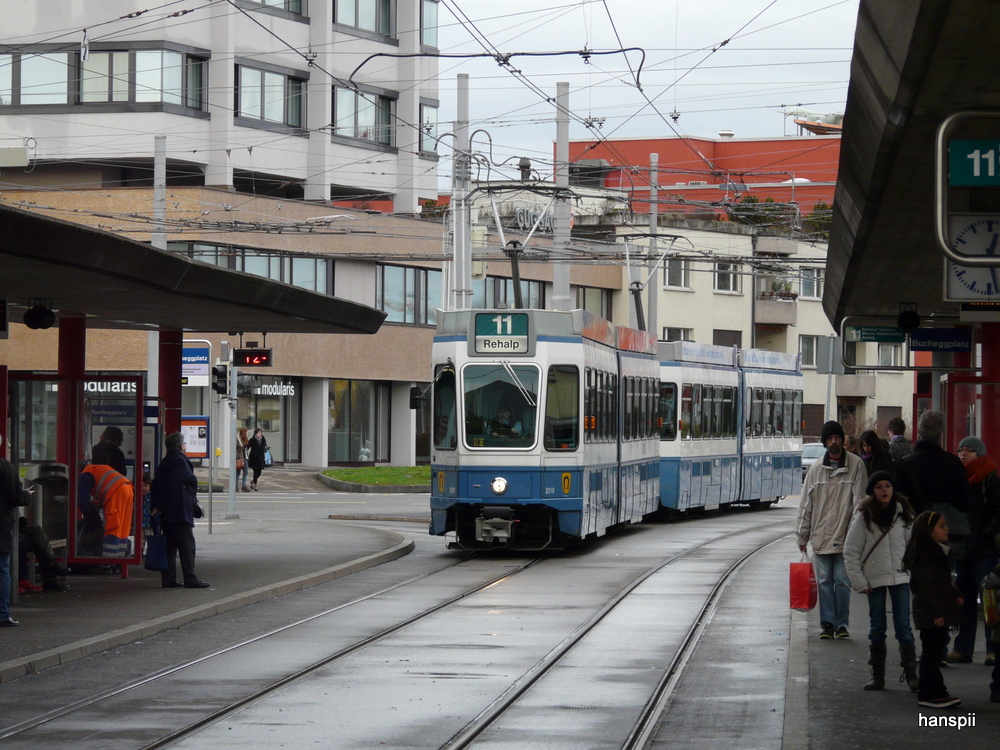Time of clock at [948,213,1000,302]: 12:45
